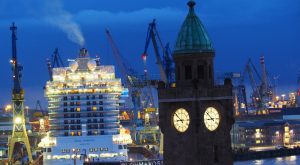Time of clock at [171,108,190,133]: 8:52
